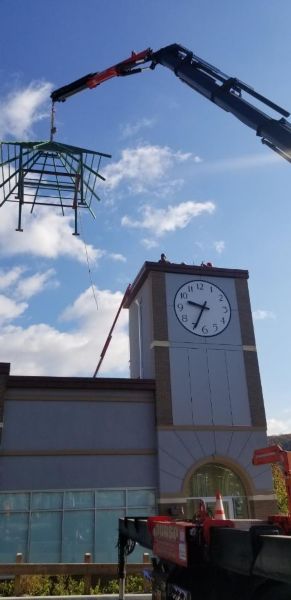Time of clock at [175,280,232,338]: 9:34
